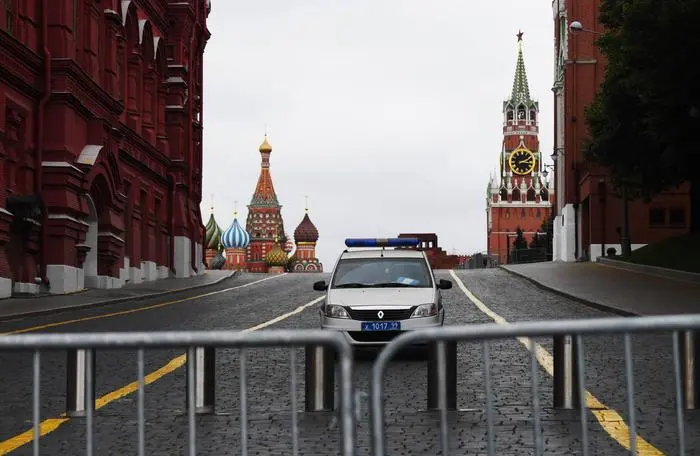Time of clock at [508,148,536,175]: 2:16
